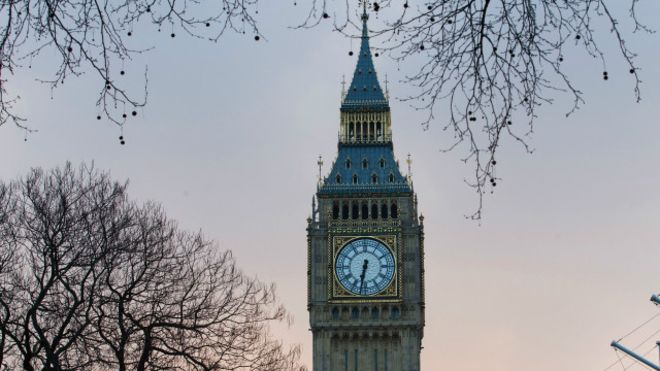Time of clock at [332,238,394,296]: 6:32
